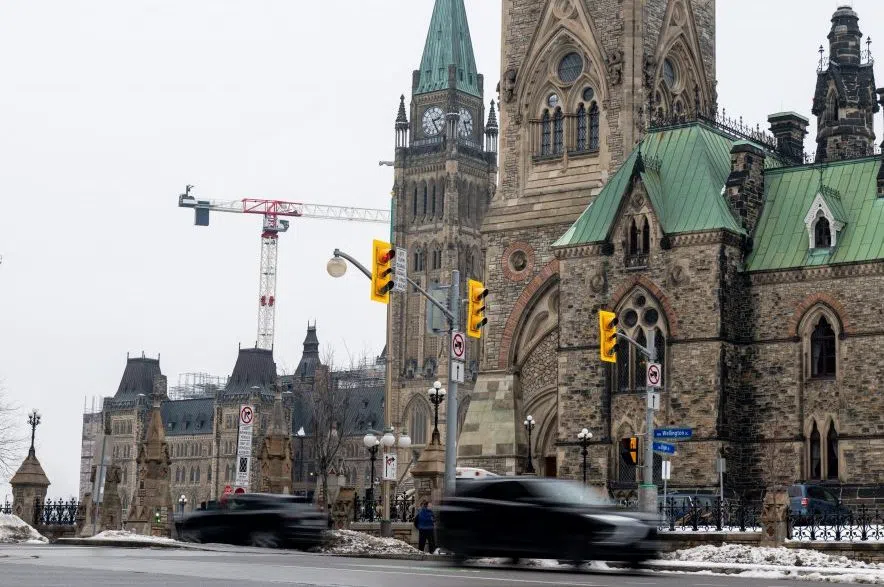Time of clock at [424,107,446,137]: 2:25
